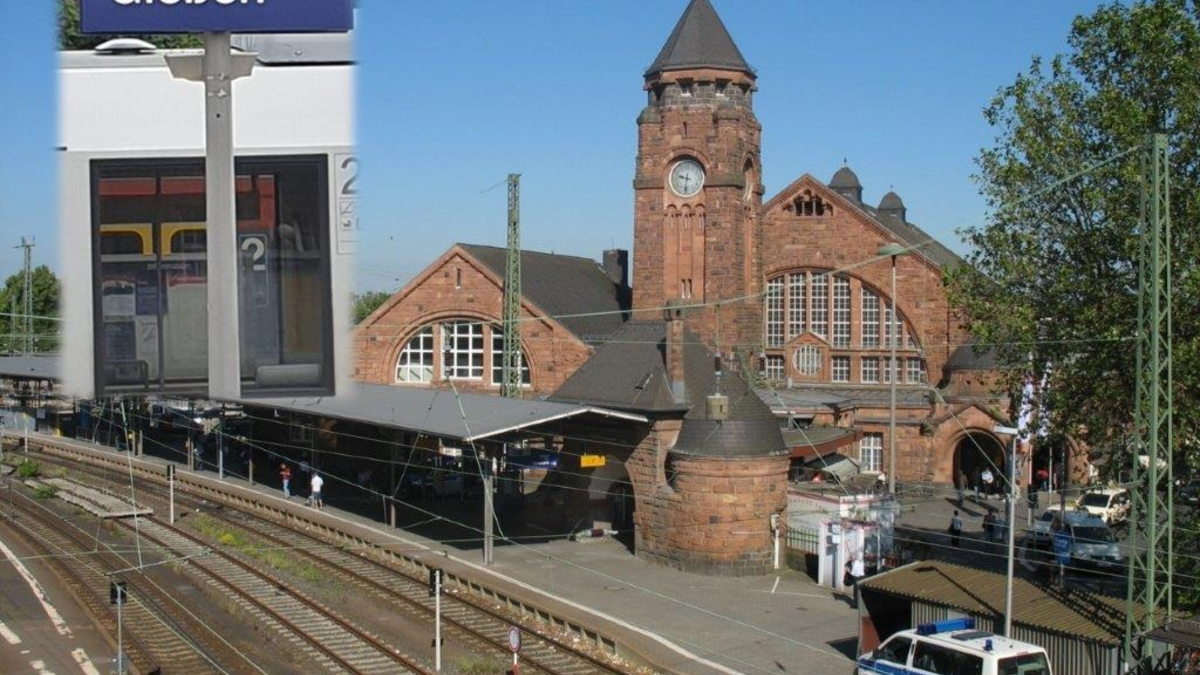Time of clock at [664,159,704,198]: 9:32
